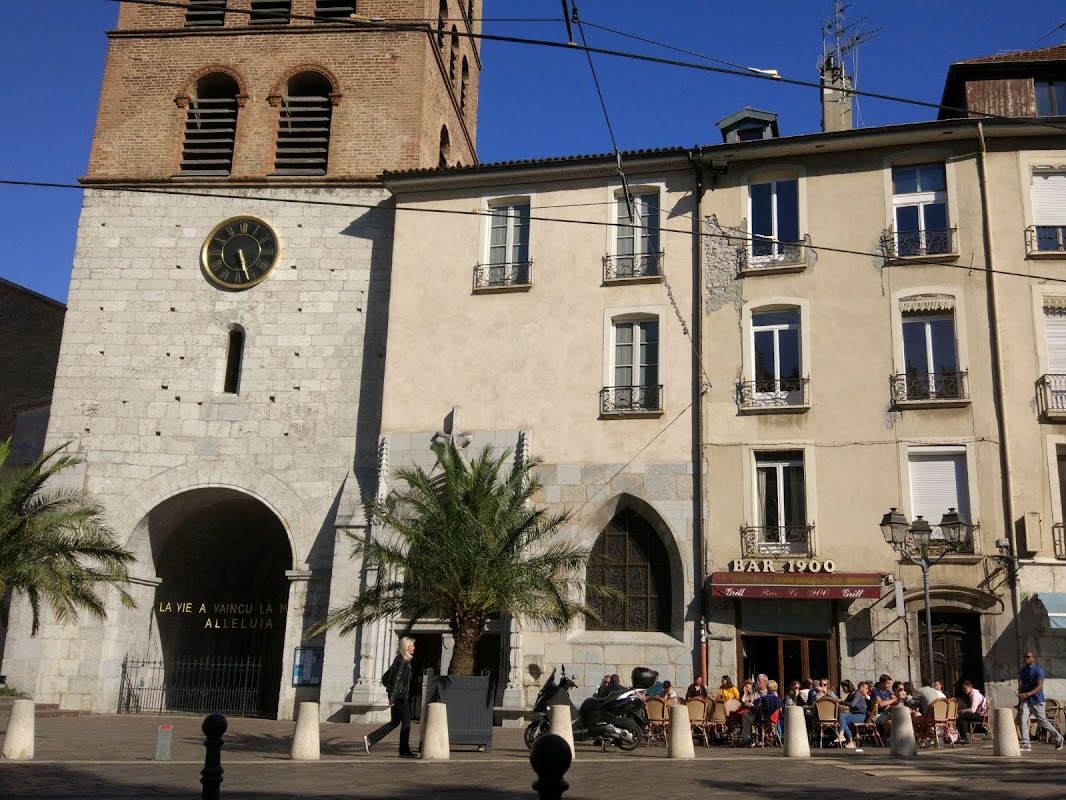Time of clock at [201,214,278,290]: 5:26
